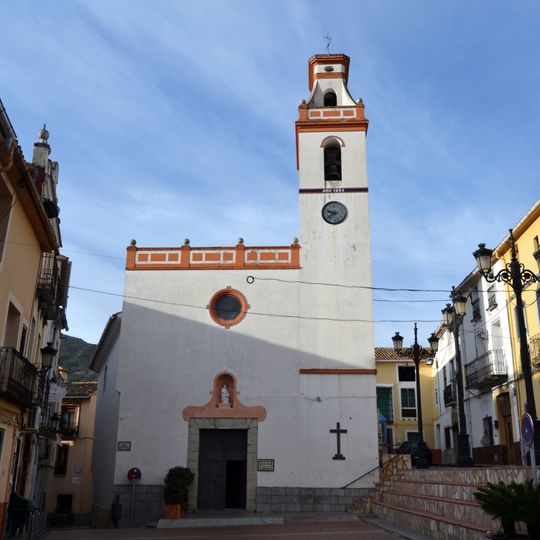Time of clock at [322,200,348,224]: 9:38
